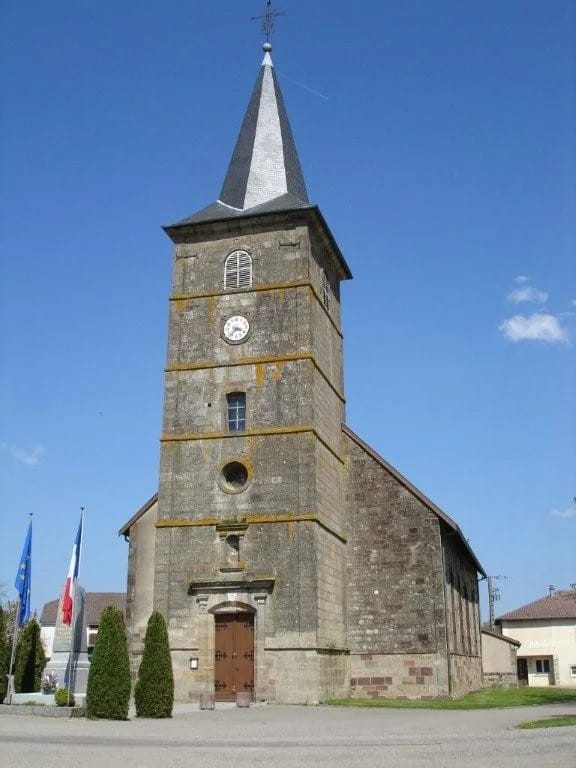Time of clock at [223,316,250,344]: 3:37
